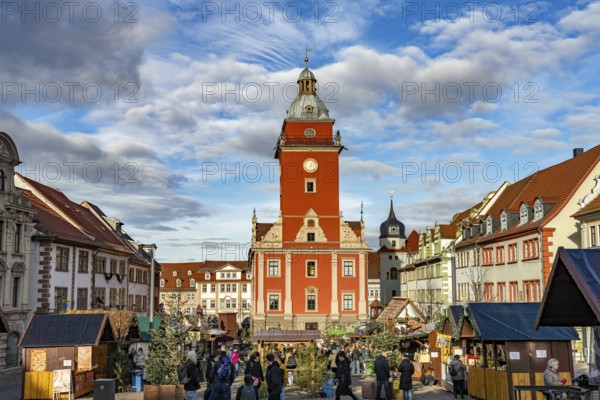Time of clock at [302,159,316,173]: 7:04
